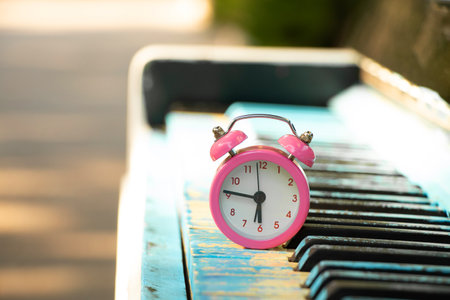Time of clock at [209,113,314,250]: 5:46
